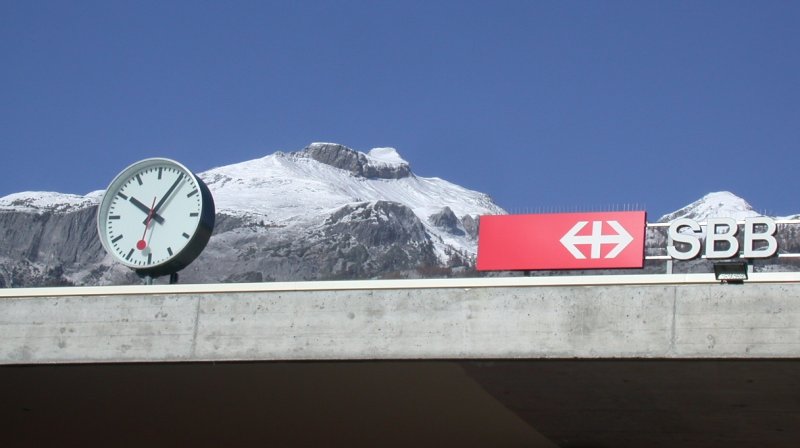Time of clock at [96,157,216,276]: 10:05
